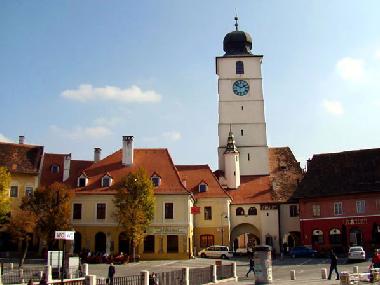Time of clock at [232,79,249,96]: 1:50
